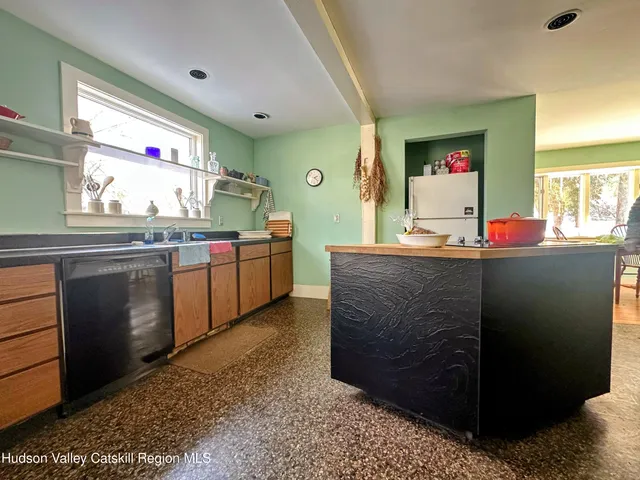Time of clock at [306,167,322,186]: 2:22
